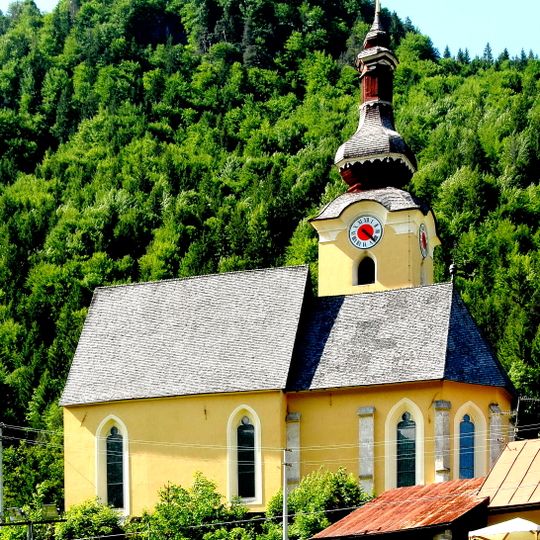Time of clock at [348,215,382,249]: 4:22
